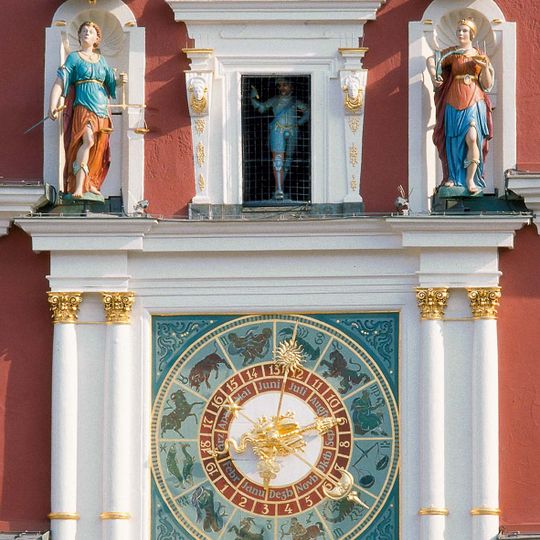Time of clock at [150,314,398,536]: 2:40
